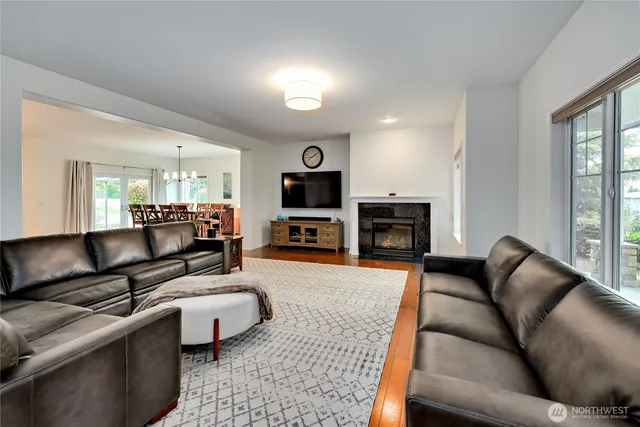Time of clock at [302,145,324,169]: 8:09
